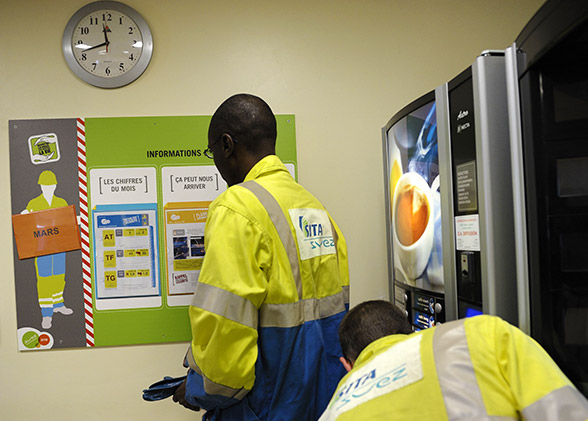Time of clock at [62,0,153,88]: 11:42
